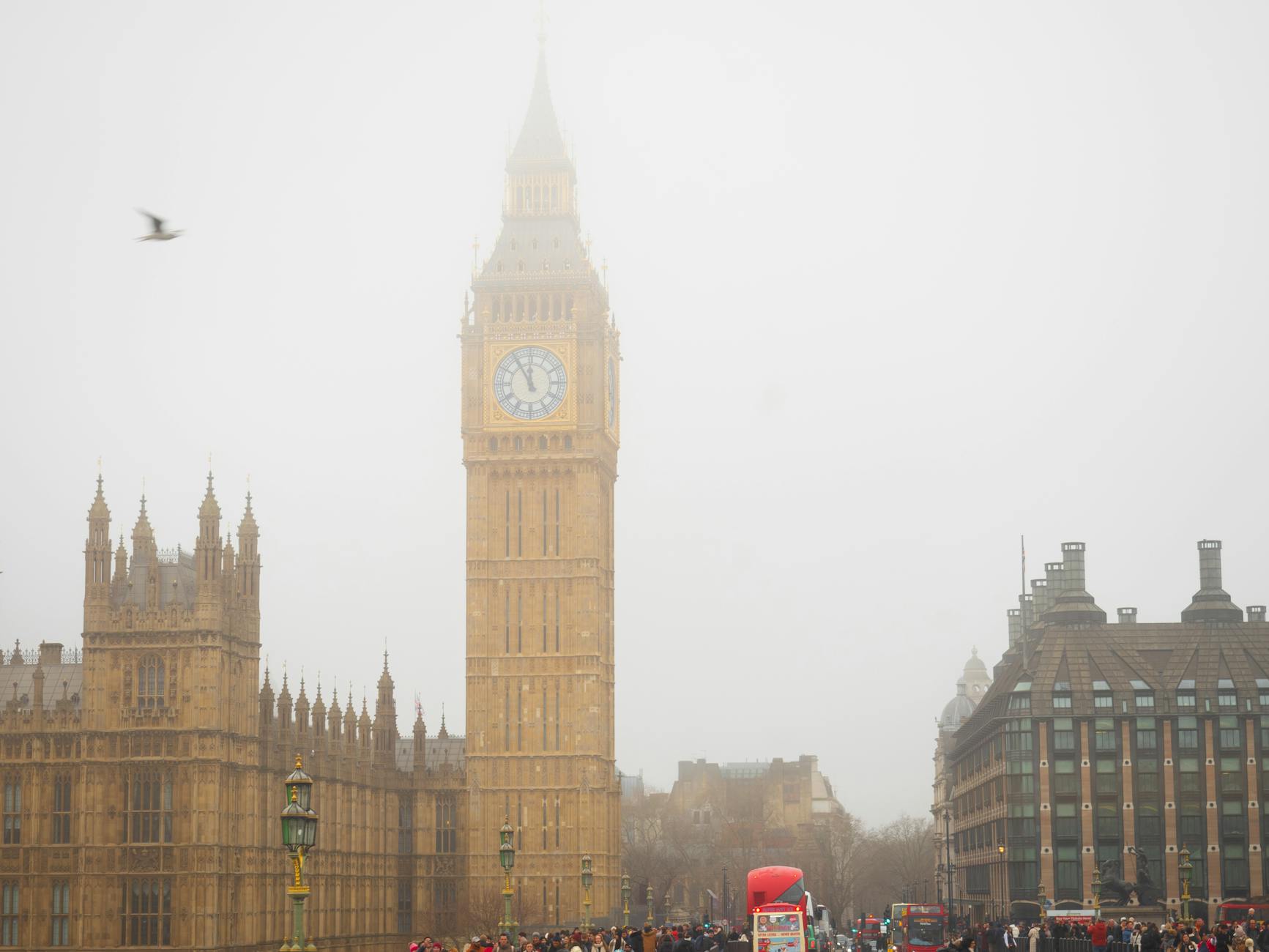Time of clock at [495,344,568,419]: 11:55
